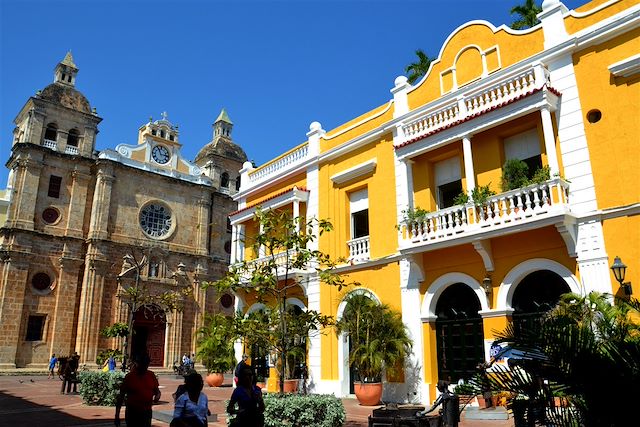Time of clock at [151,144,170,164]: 11:13
